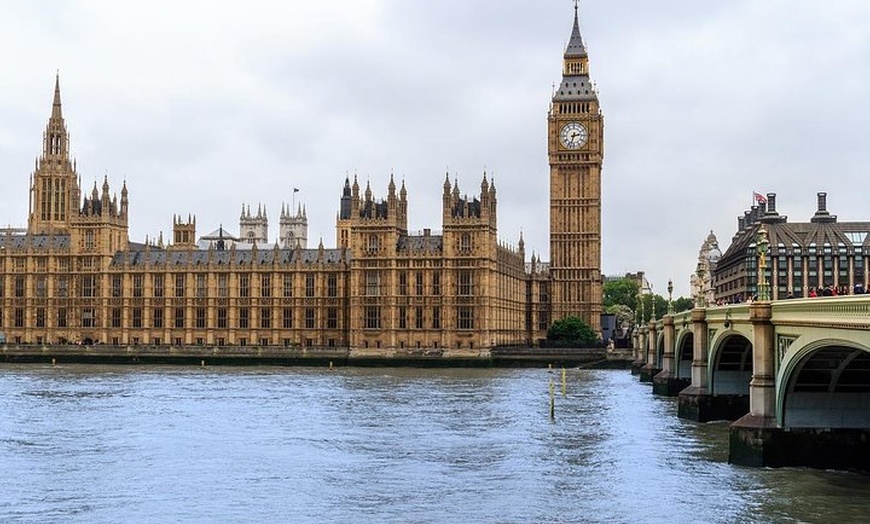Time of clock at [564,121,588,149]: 2:32
